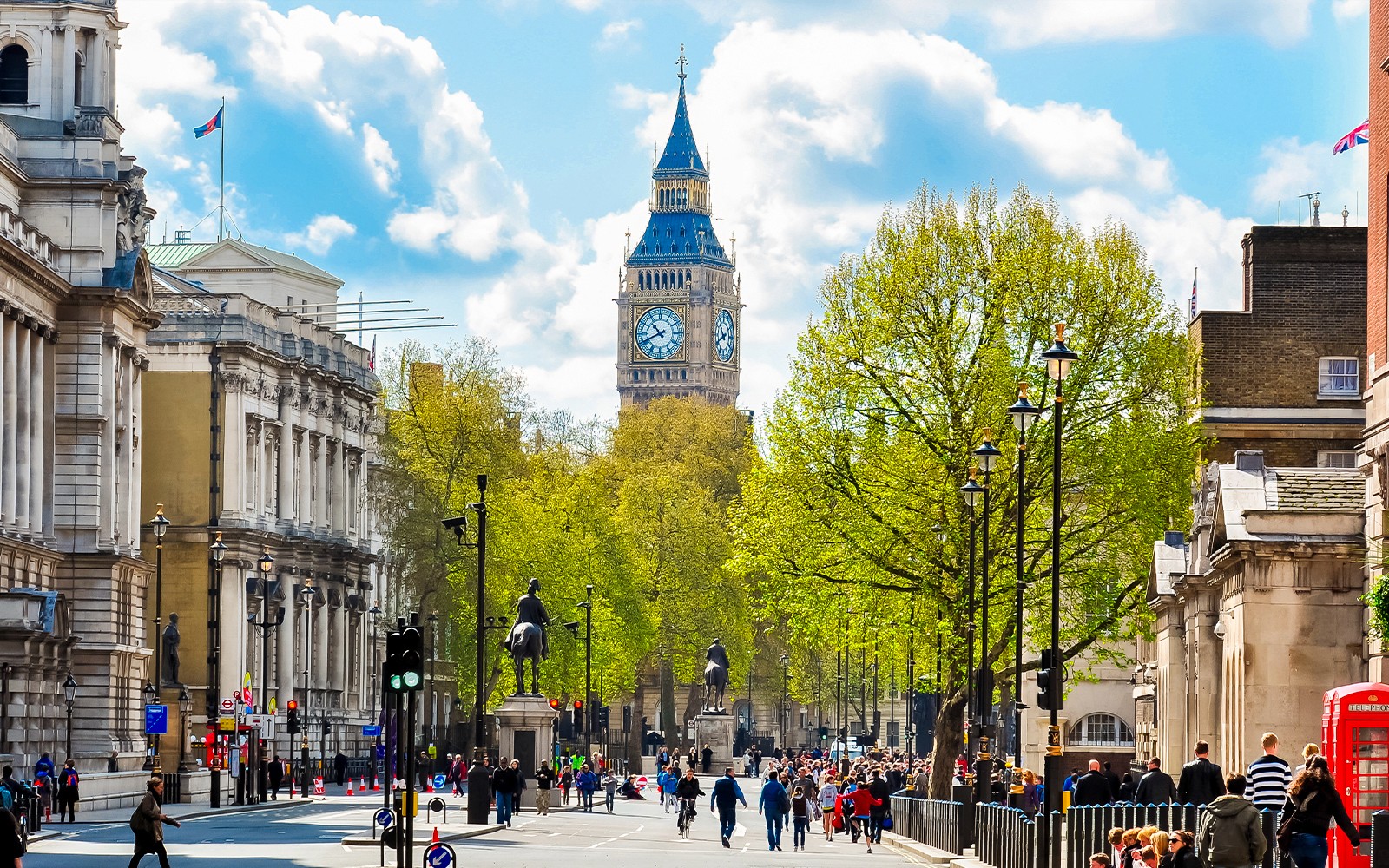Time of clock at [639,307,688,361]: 10:41
